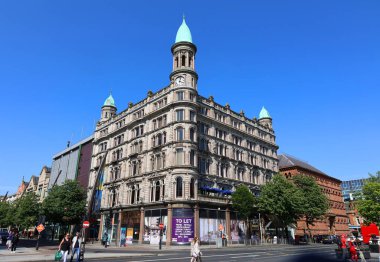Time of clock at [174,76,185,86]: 4:02
